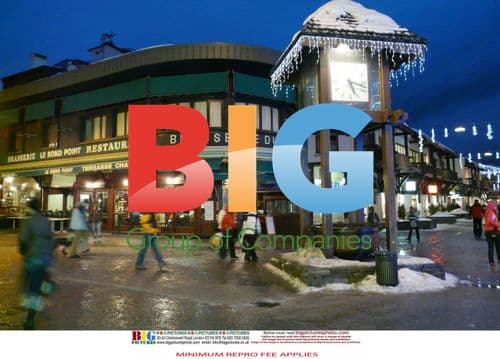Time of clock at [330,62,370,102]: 5:17
